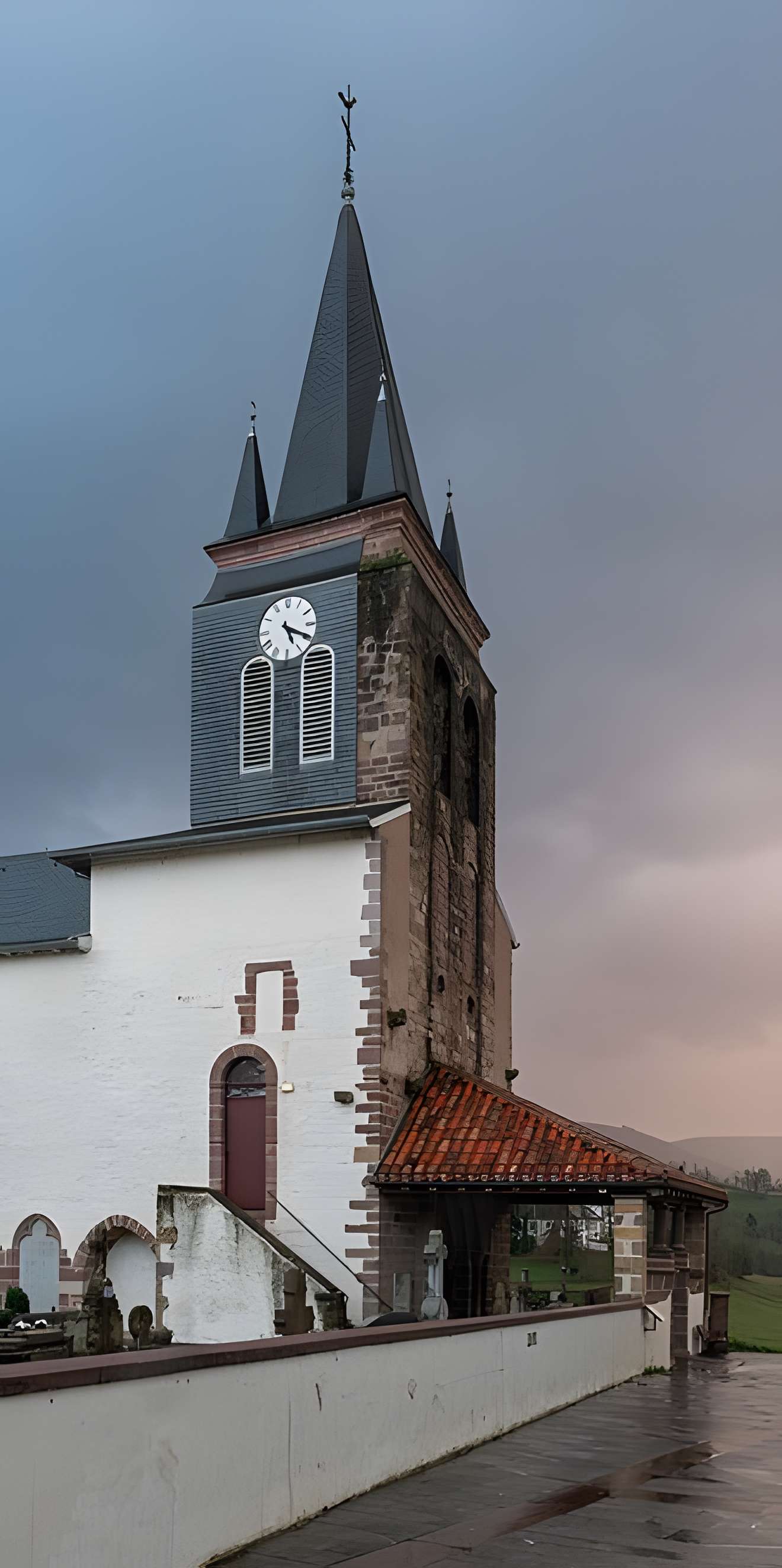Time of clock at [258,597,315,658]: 5:19
